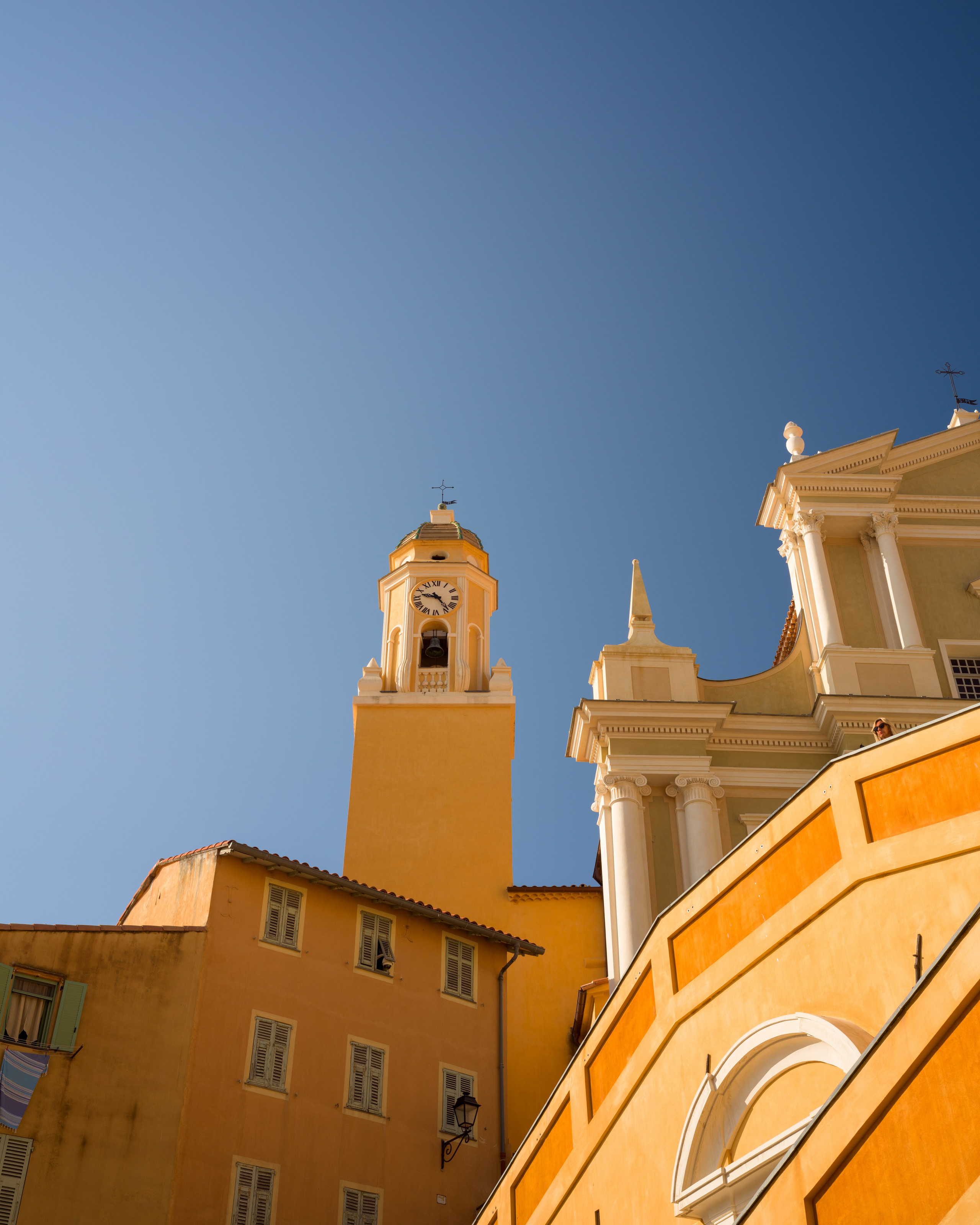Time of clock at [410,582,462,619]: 9:23
